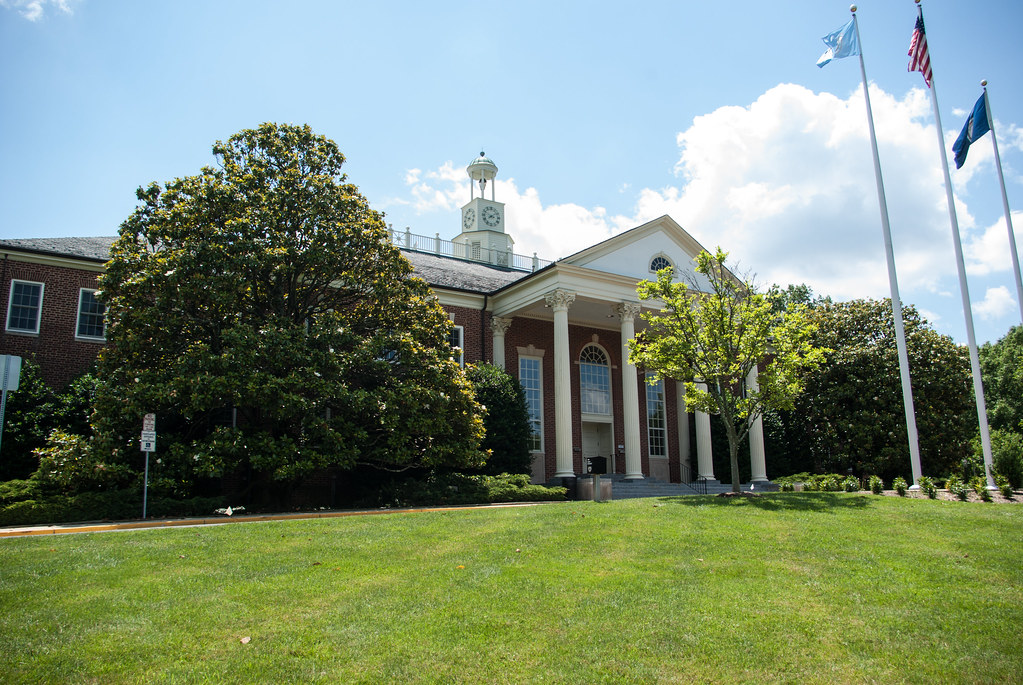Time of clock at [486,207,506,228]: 3:09
